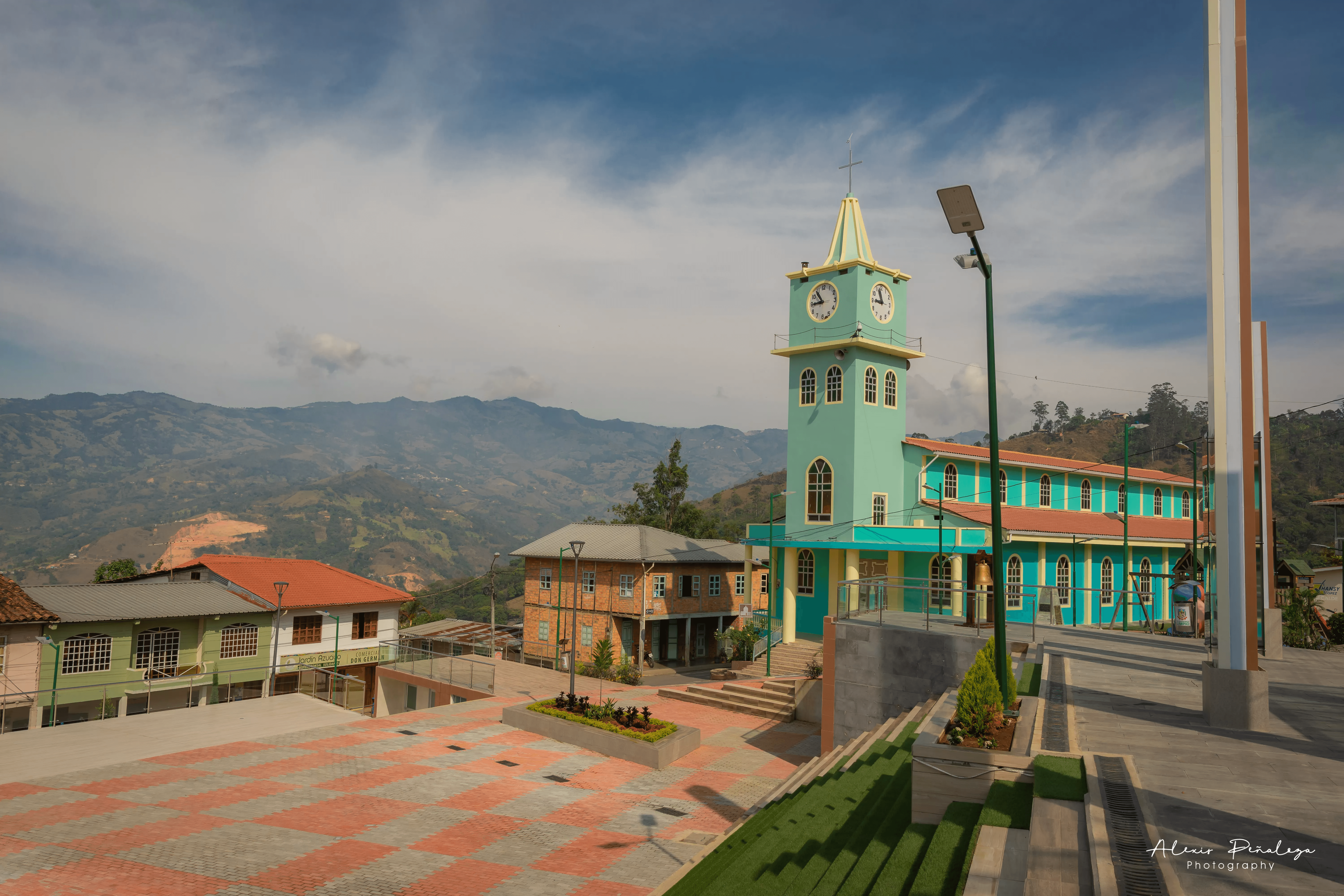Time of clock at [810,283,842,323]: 8:53
